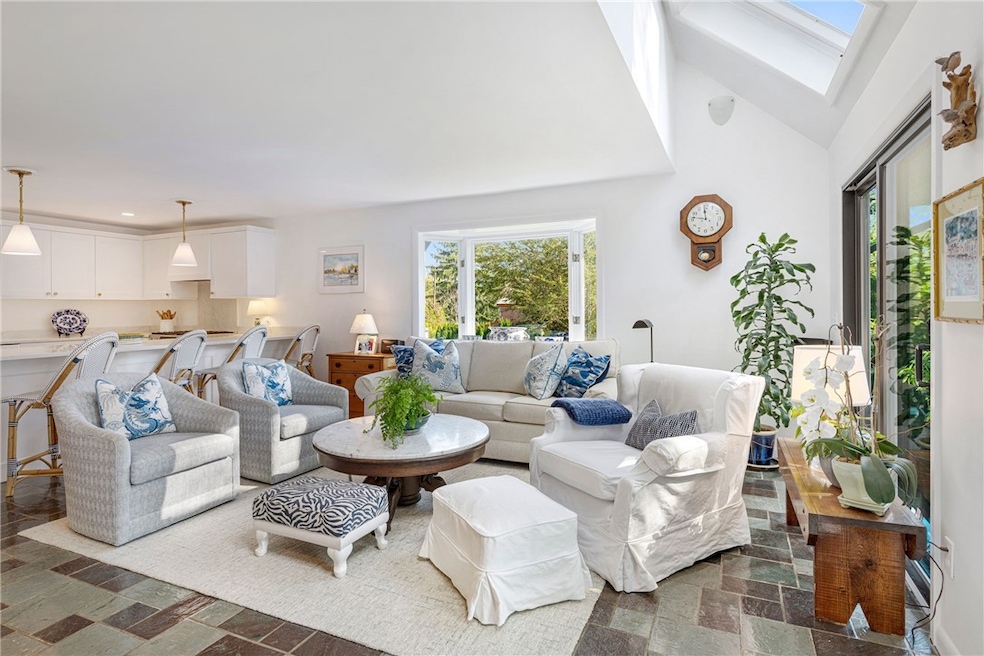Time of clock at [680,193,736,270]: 11:46
